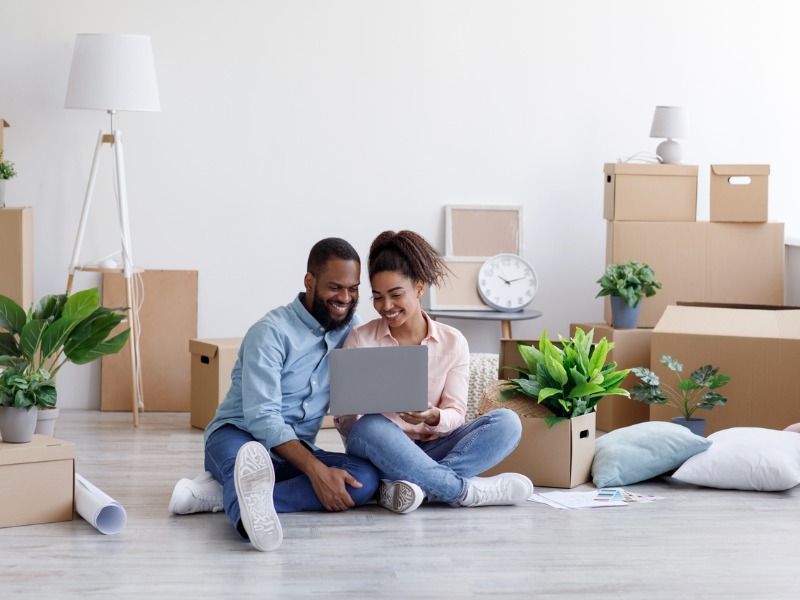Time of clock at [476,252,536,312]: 10:12
